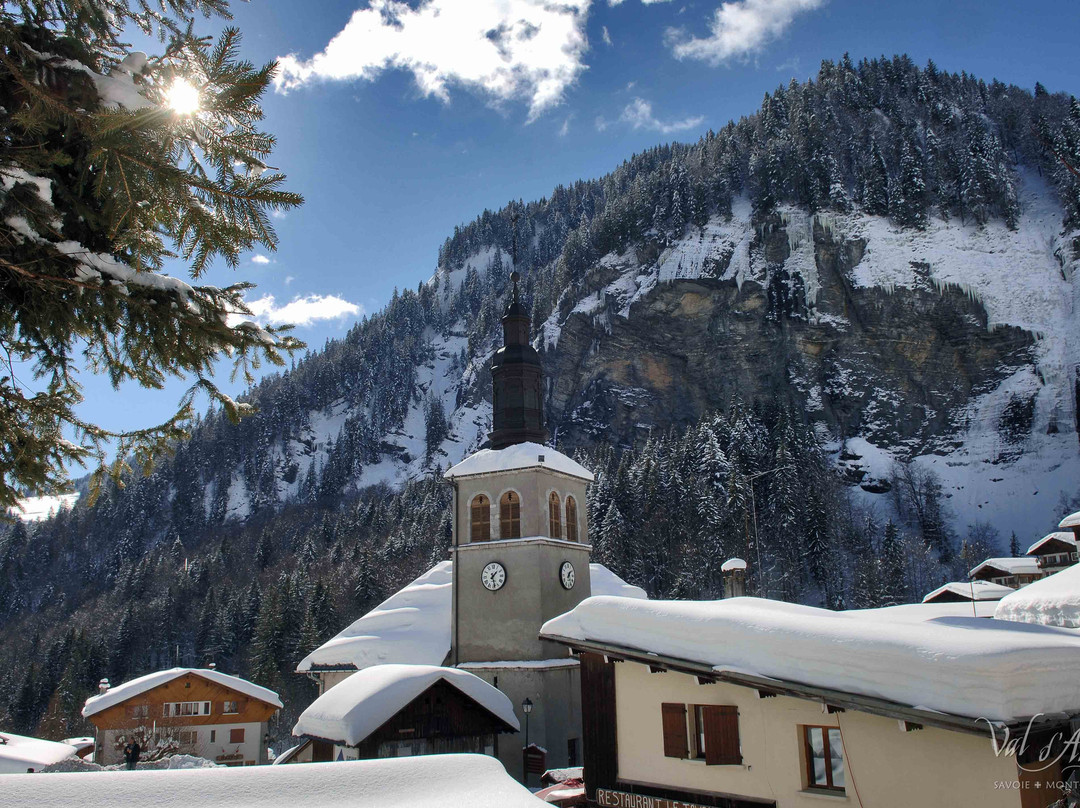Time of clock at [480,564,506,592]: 1:28
